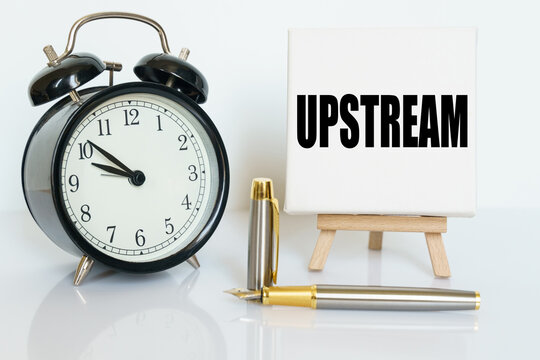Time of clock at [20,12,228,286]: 9:51
